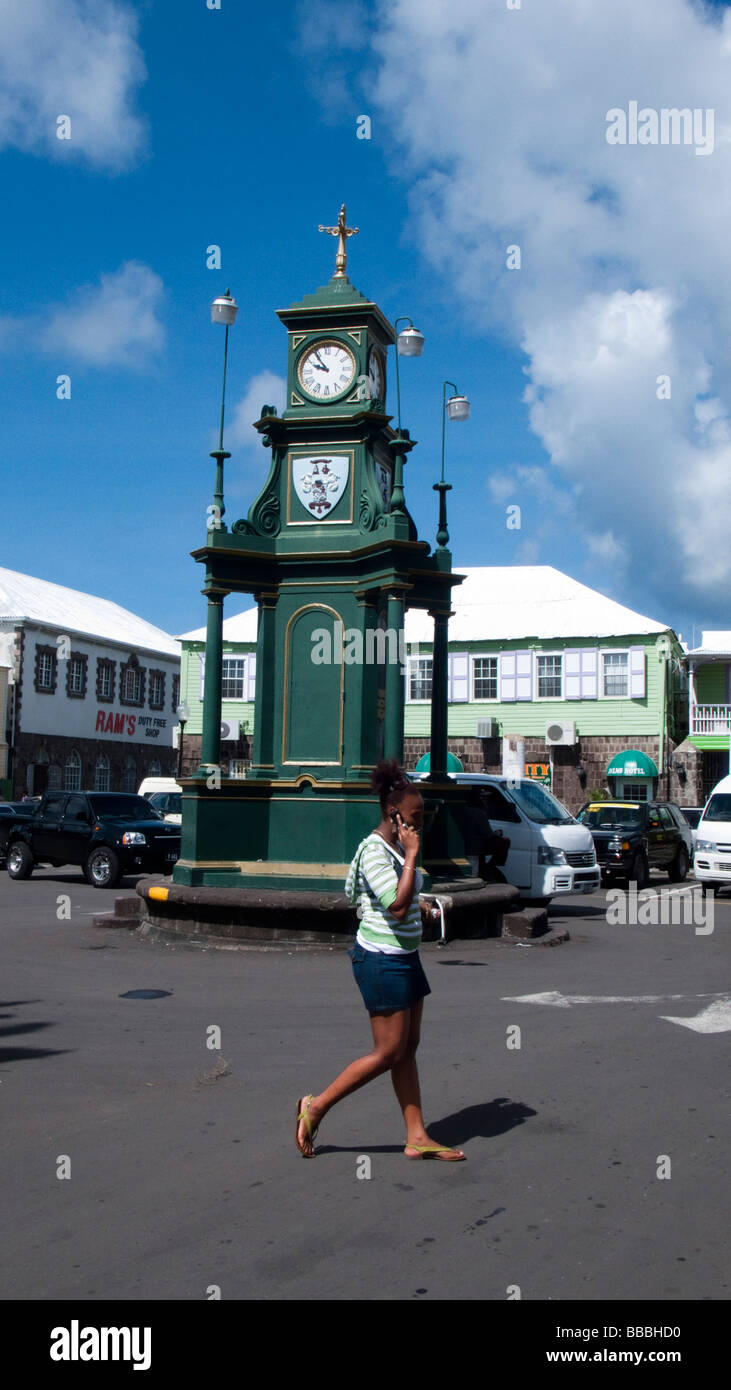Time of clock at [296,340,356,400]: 9:54
